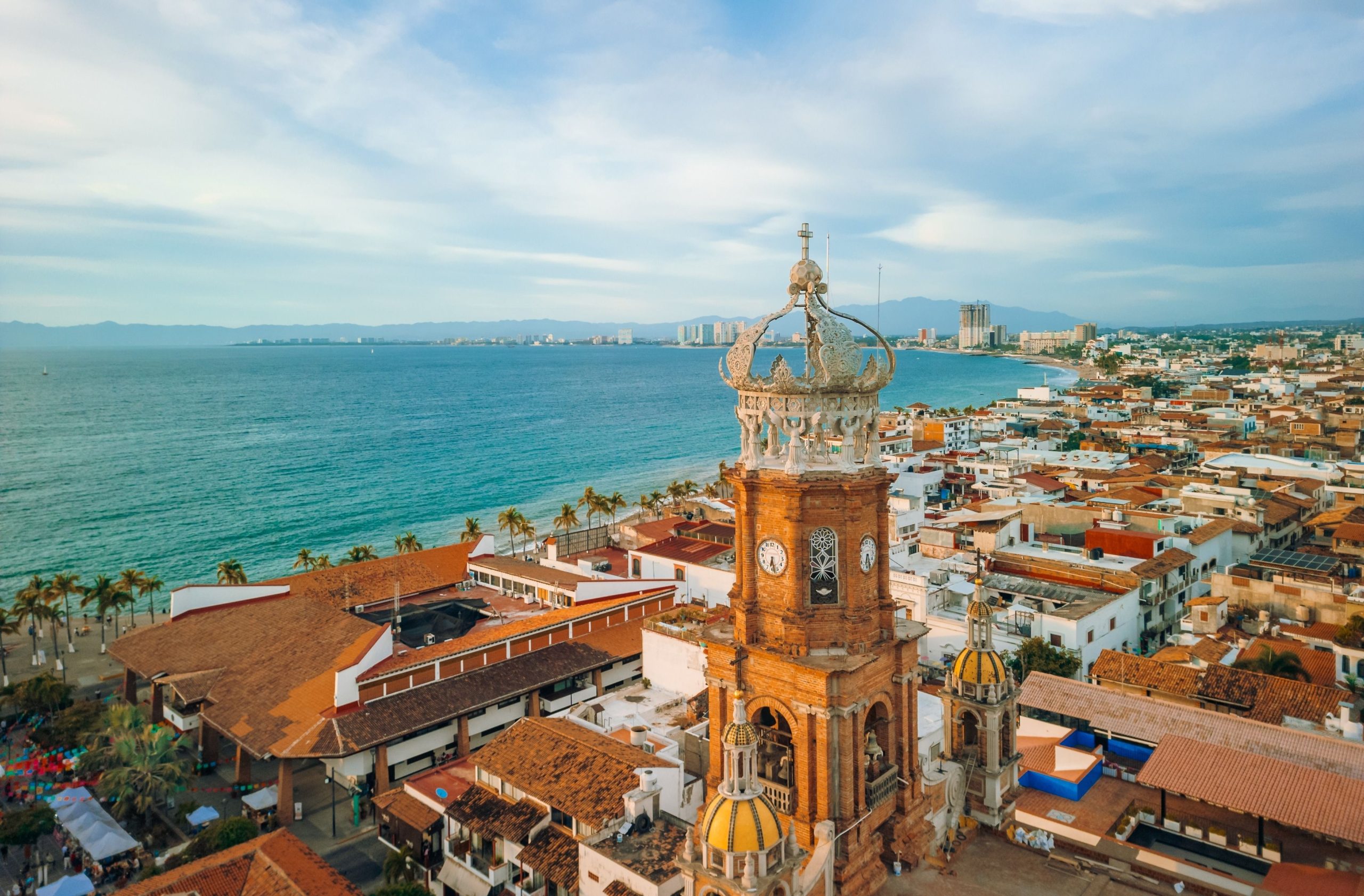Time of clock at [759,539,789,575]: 6:28
